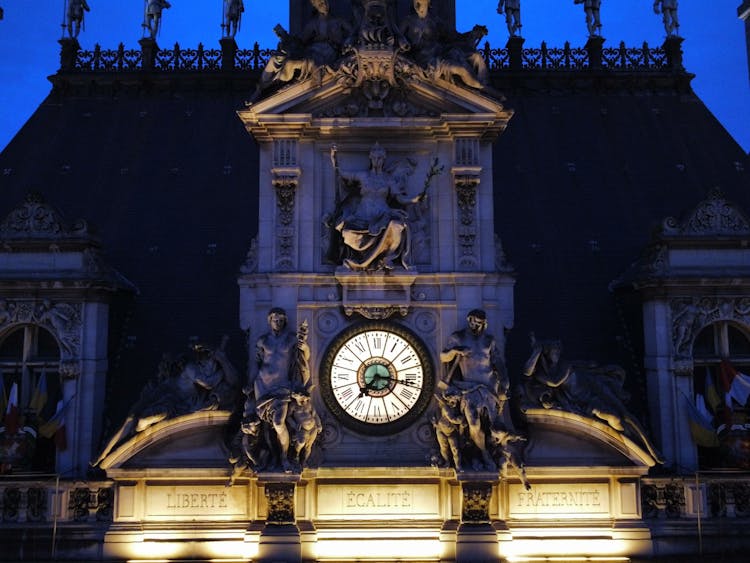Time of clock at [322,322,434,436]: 7:17
